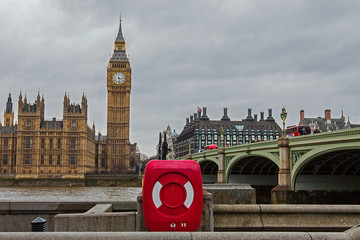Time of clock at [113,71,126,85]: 3:28
